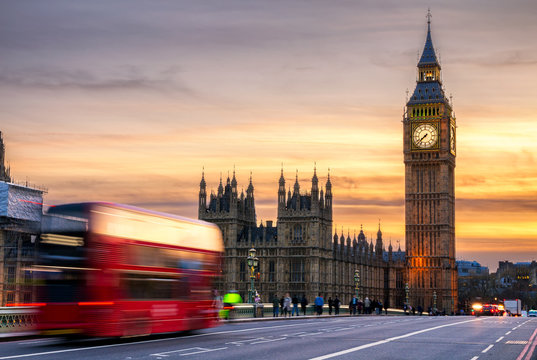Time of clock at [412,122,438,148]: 7:37
